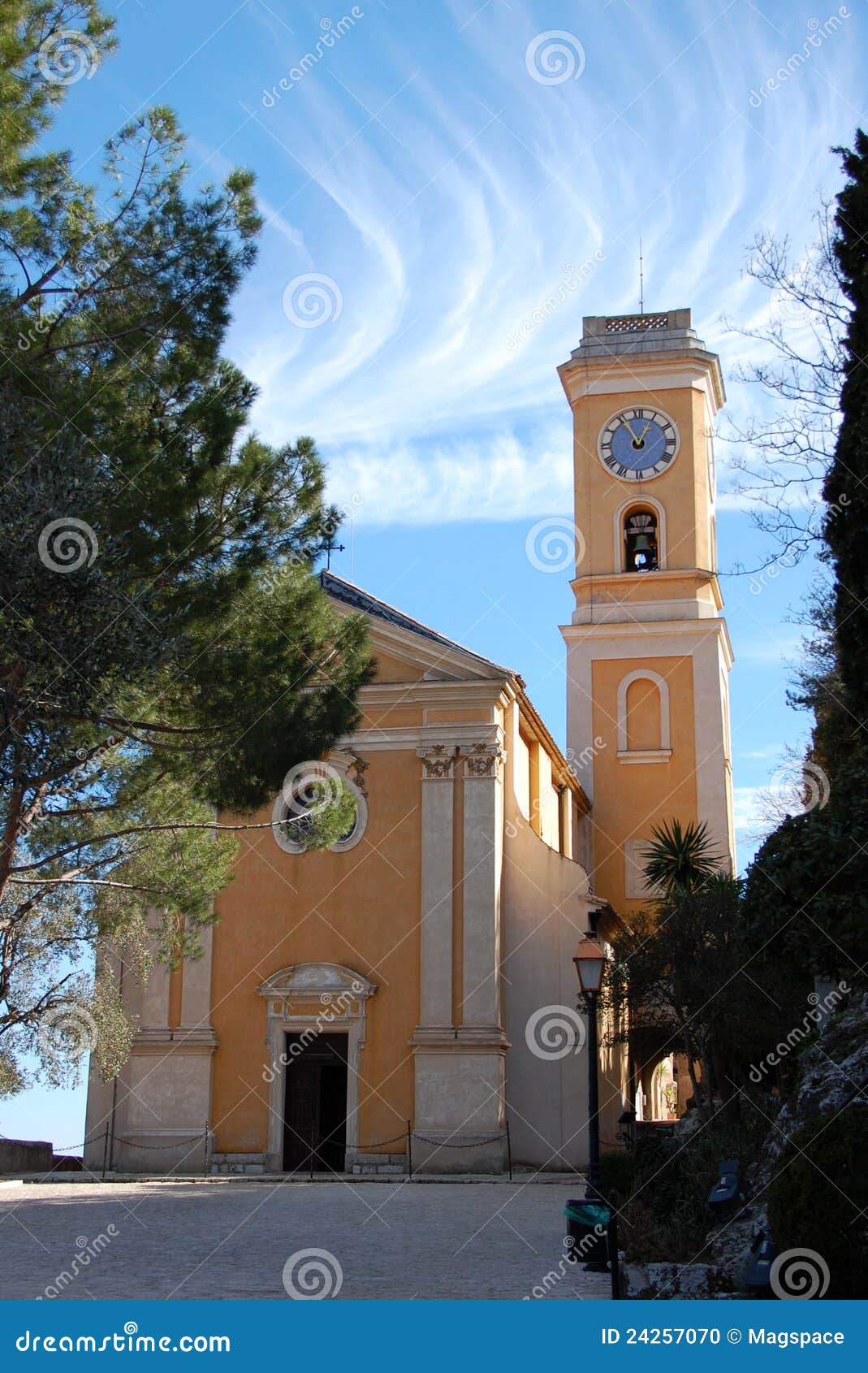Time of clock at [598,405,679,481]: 12:55
